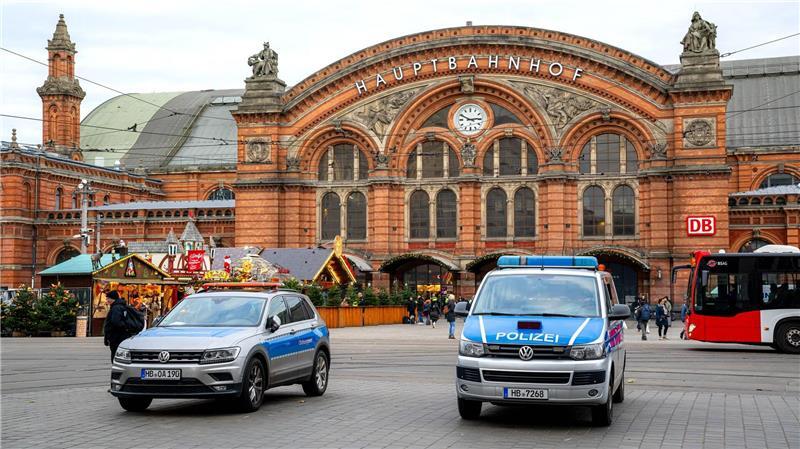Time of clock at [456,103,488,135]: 2:49
